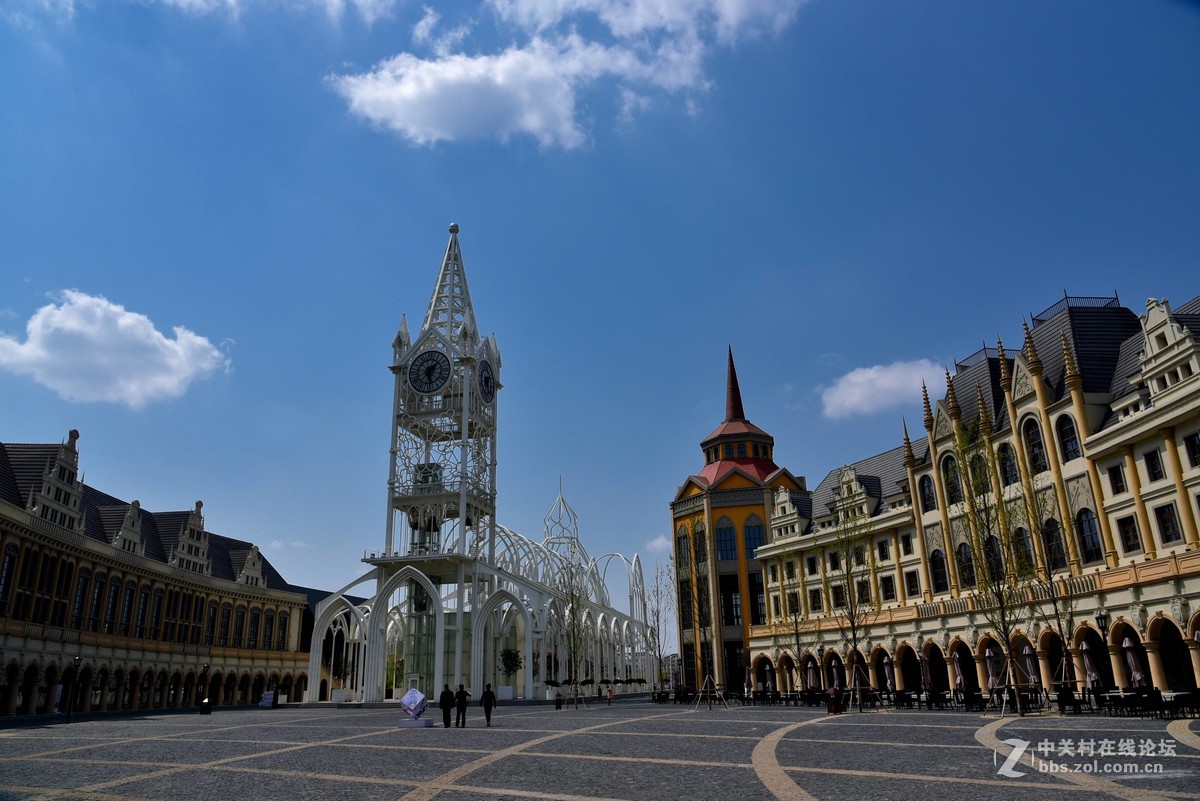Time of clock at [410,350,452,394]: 1:28
